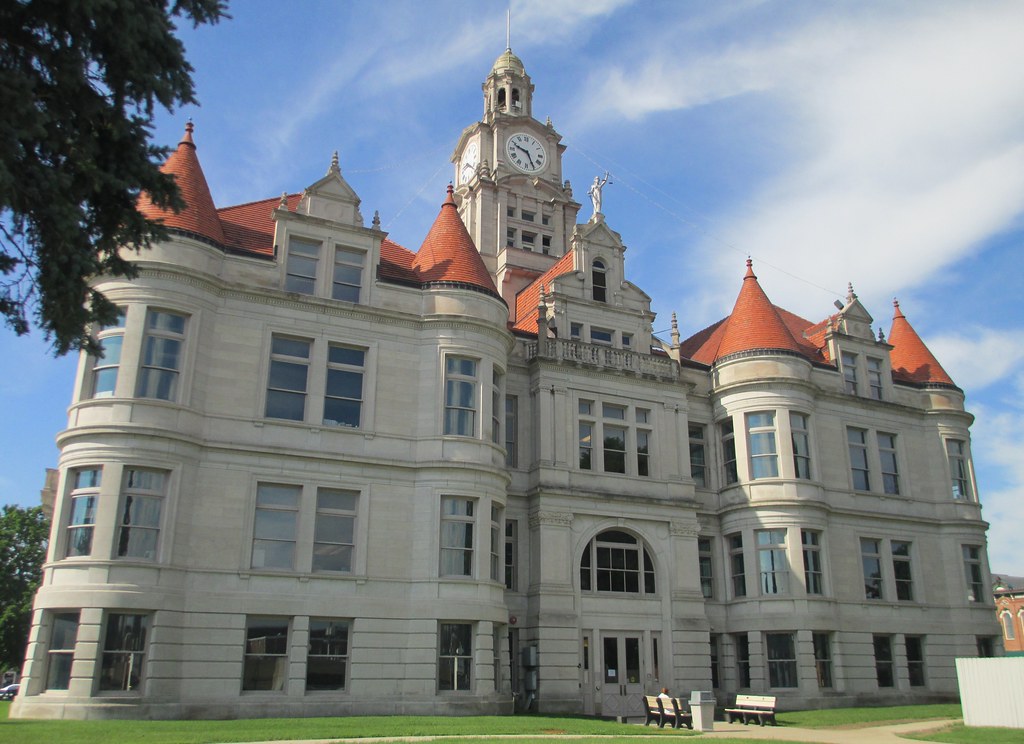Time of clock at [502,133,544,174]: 9:25
